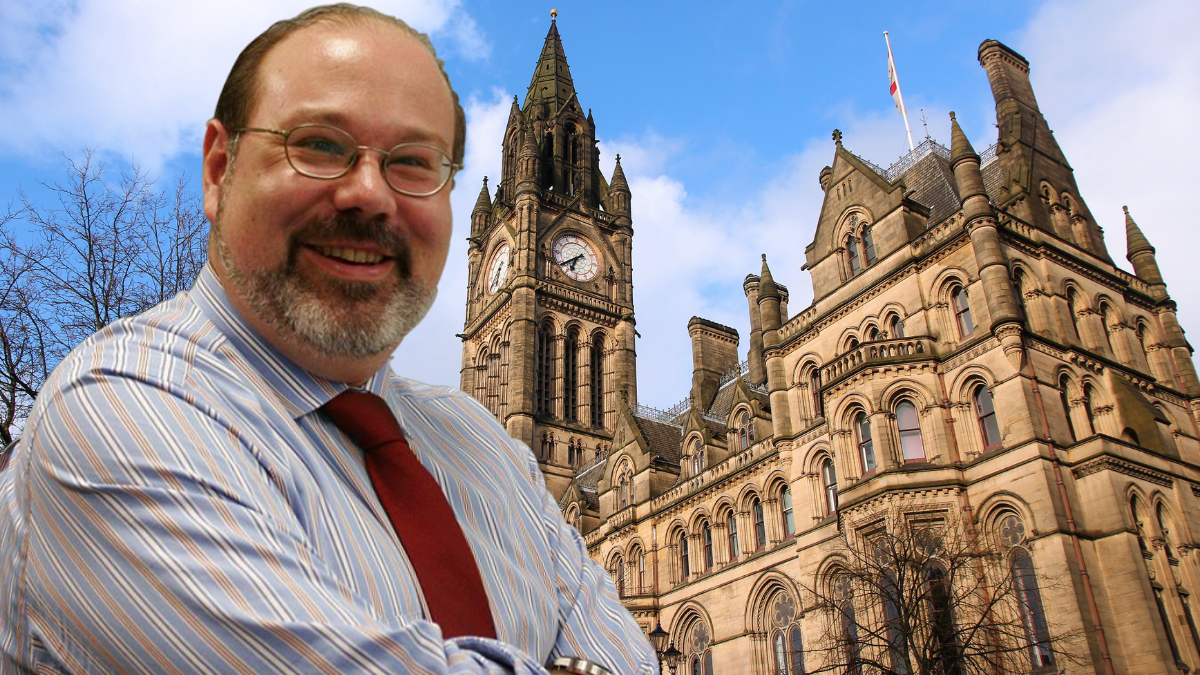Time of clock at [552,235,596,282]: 6:39
